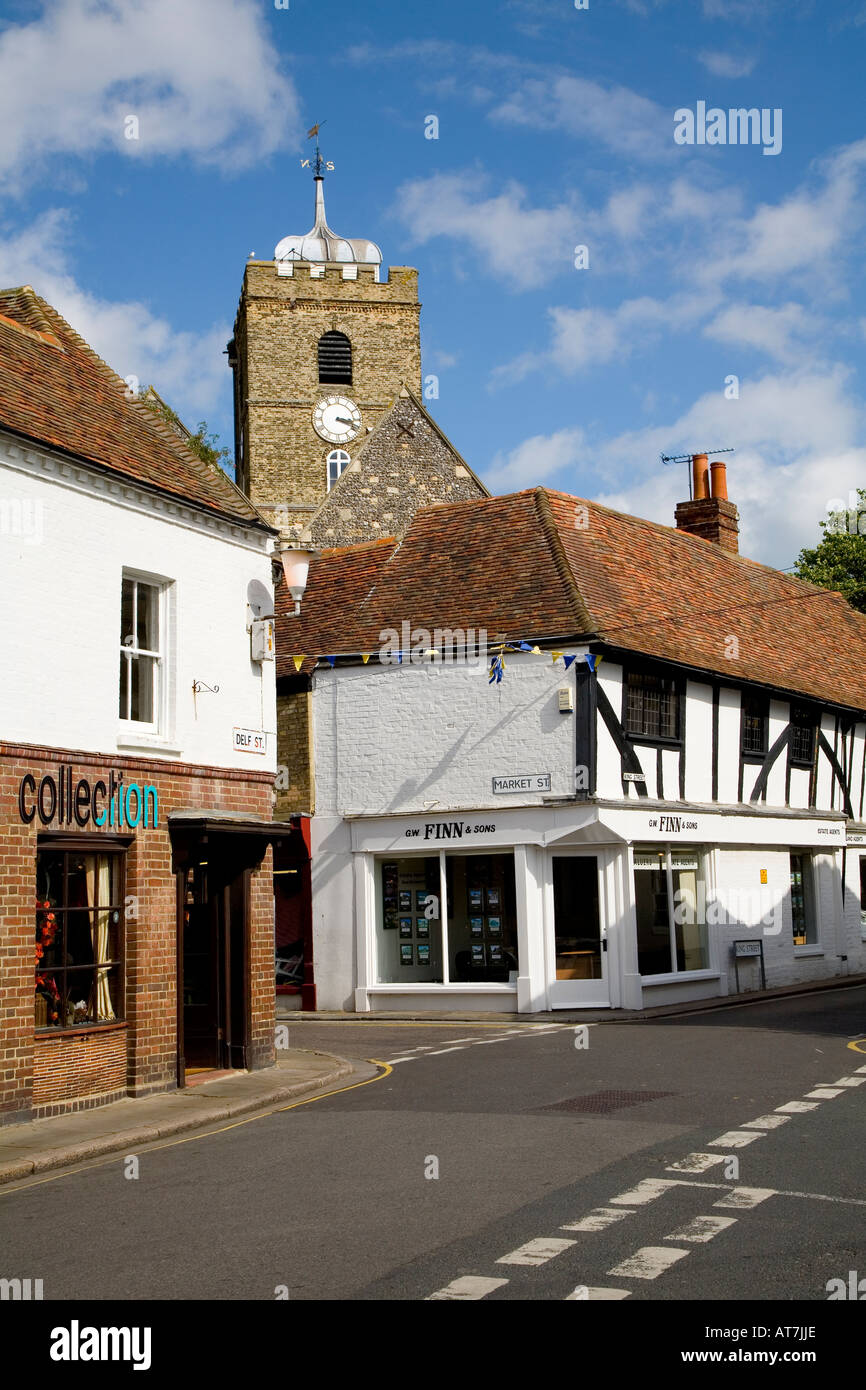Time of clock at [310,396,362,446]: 3:18
